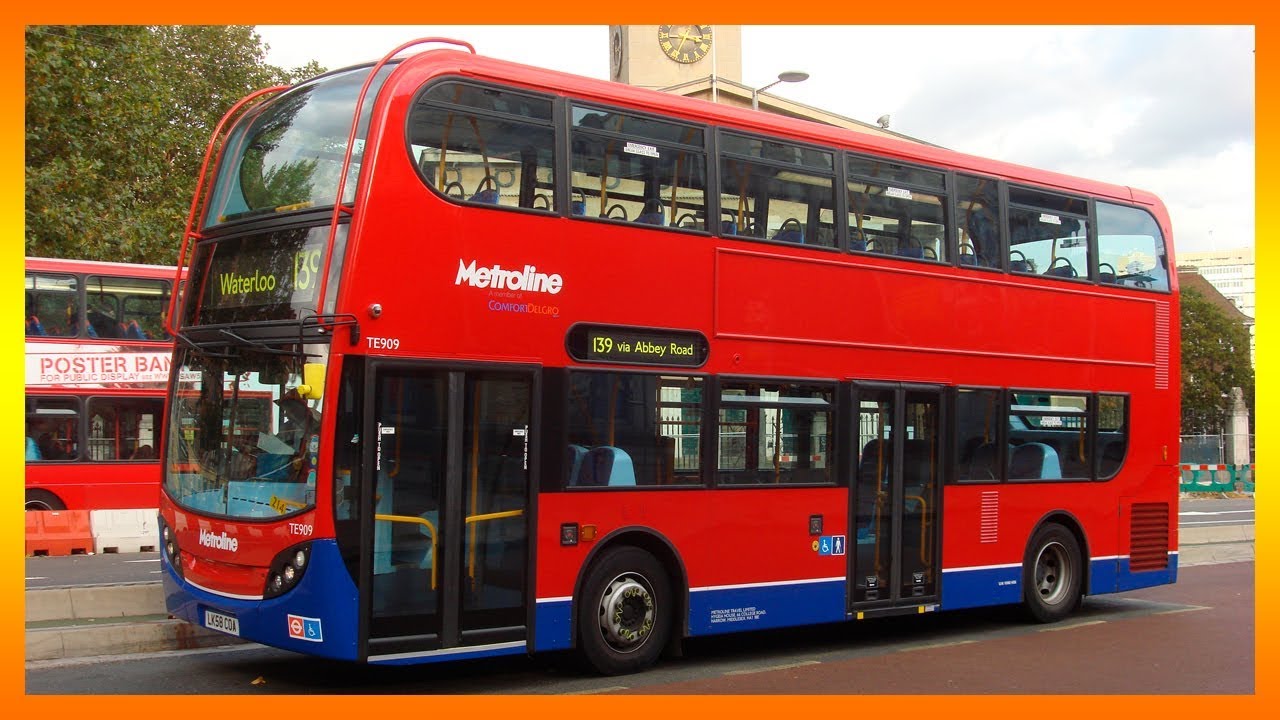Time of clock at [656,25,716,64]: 3:34
